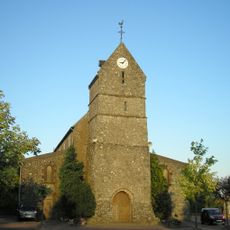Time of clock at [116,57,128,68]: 9:07
